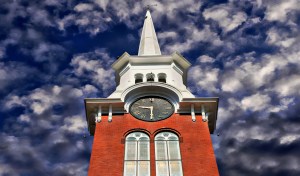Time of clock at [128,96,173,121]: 9:30
